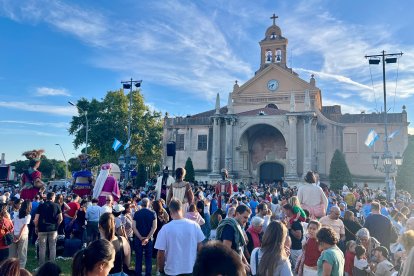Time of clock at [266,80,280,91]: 6:41
